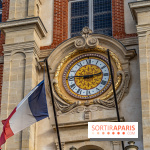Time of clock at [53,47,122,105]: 2:46
